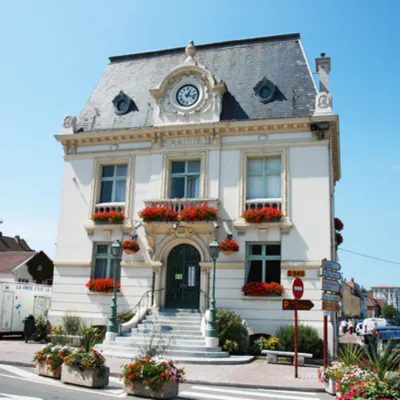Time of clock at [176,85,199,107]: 1:17
